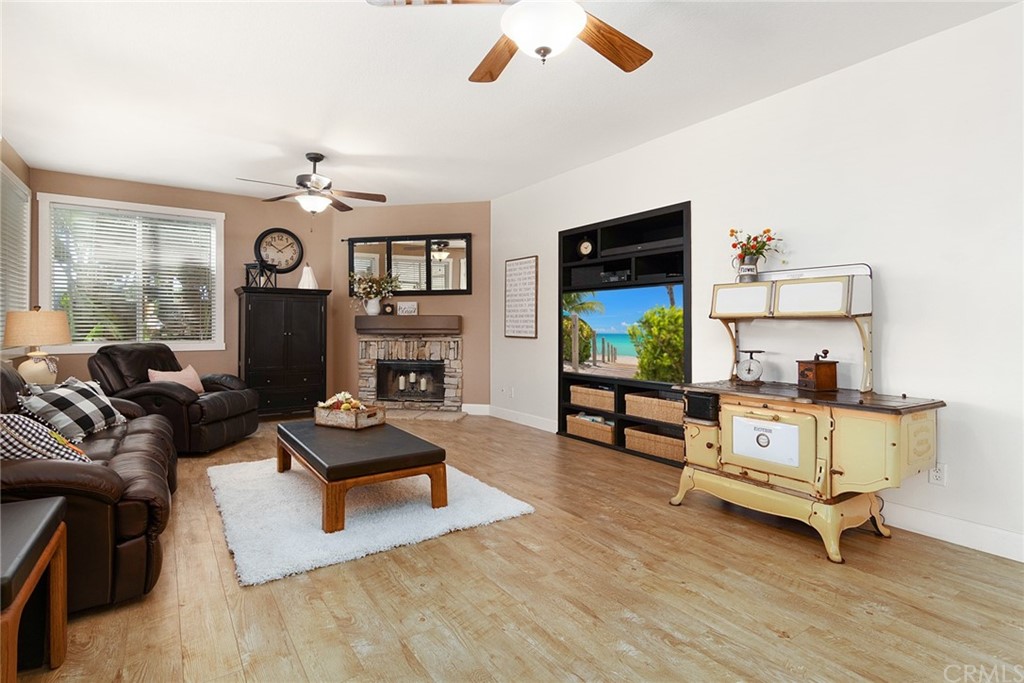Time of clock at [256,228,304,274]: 10:08
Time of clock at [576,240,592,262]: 9:07
